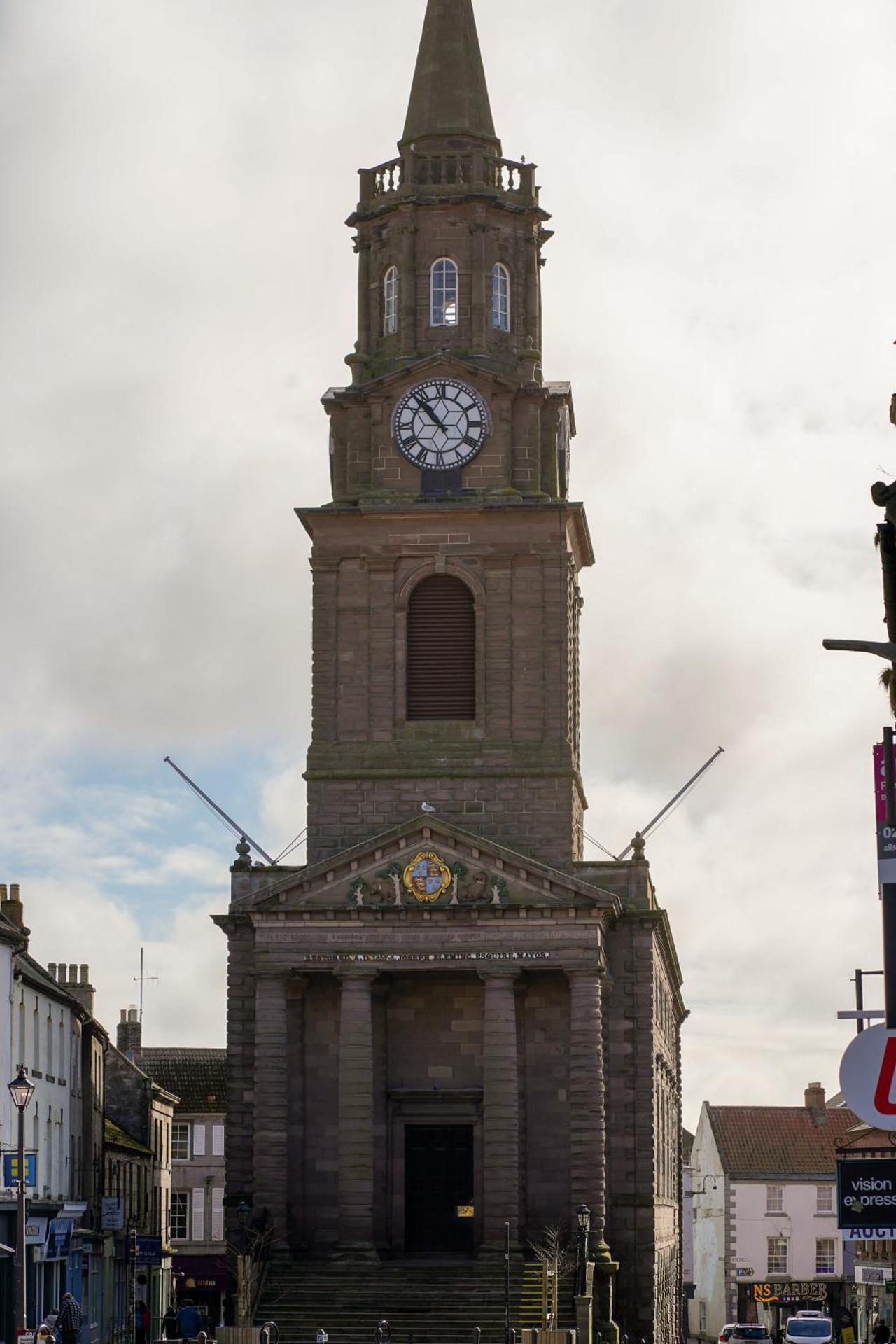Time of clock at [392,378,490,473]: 10:53
